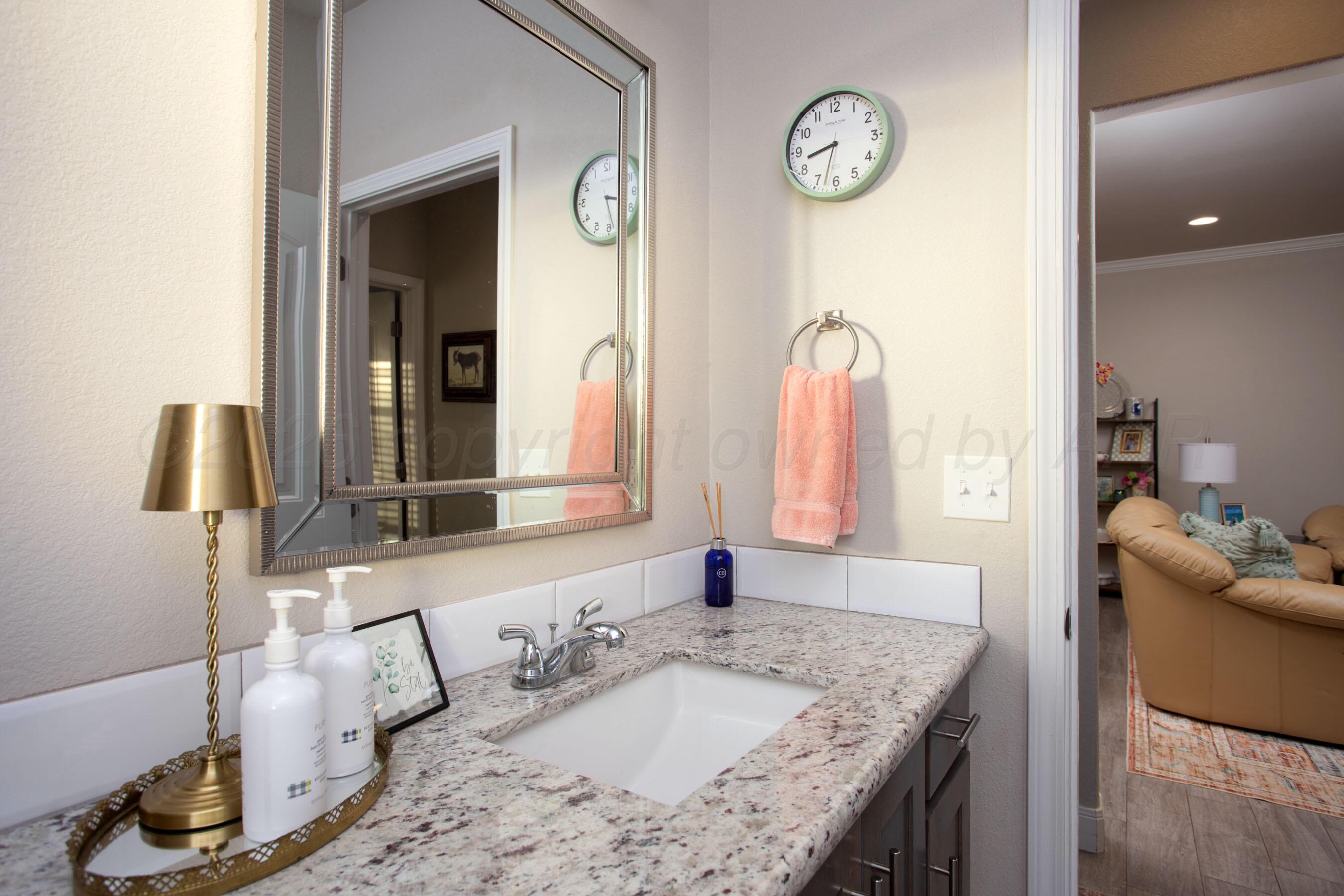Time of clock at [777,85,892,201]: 8:32
